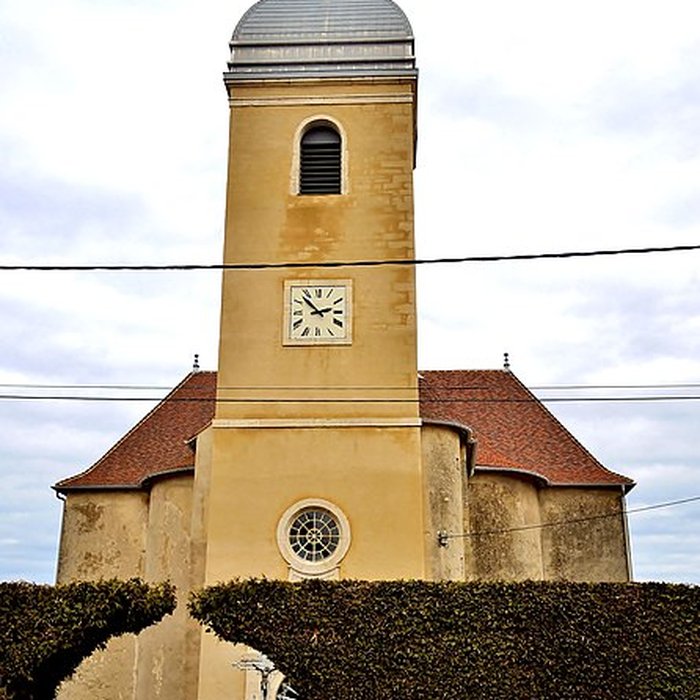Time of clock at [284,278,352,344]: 2:52
